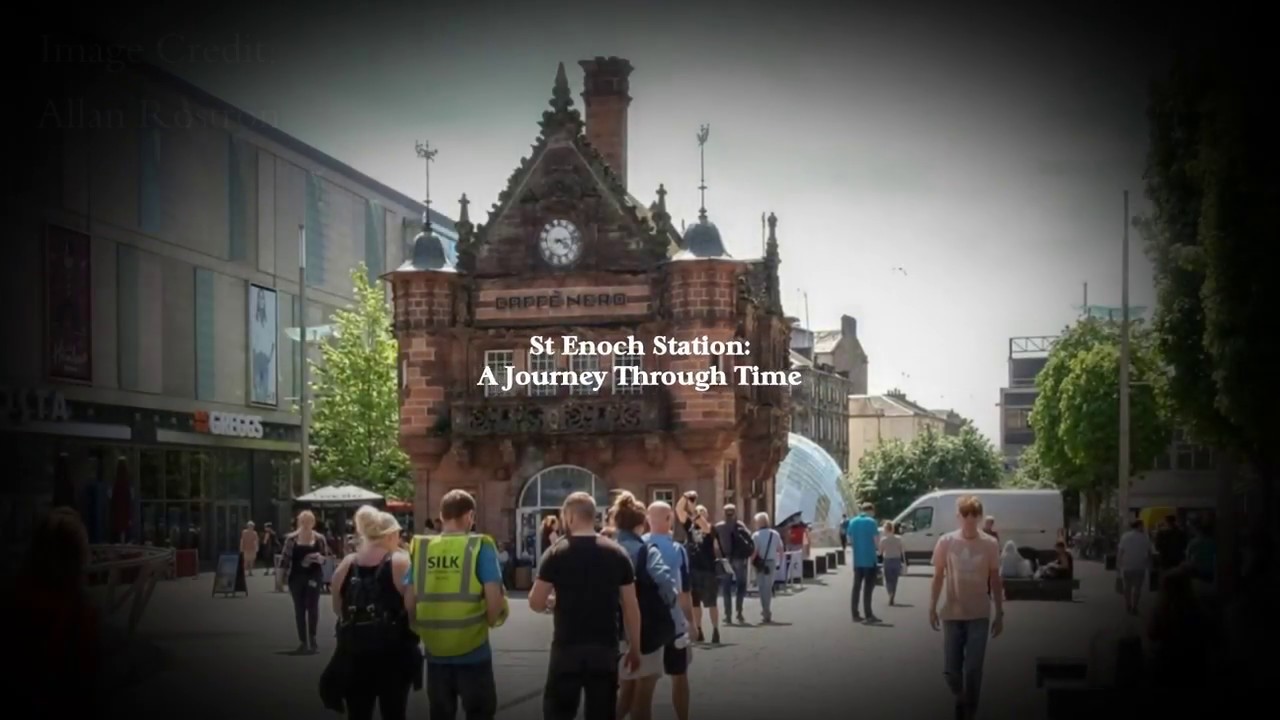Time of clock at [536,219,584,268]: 4:12
